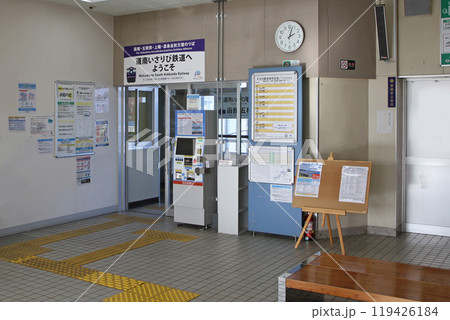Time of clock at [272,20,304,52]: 2:02
